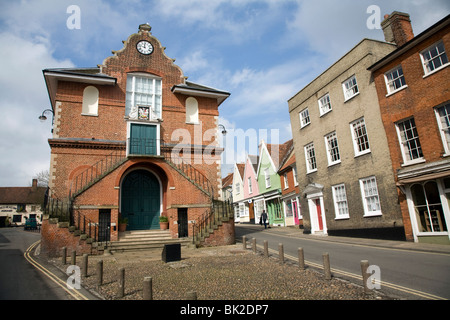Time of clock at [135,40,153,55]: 11:47
